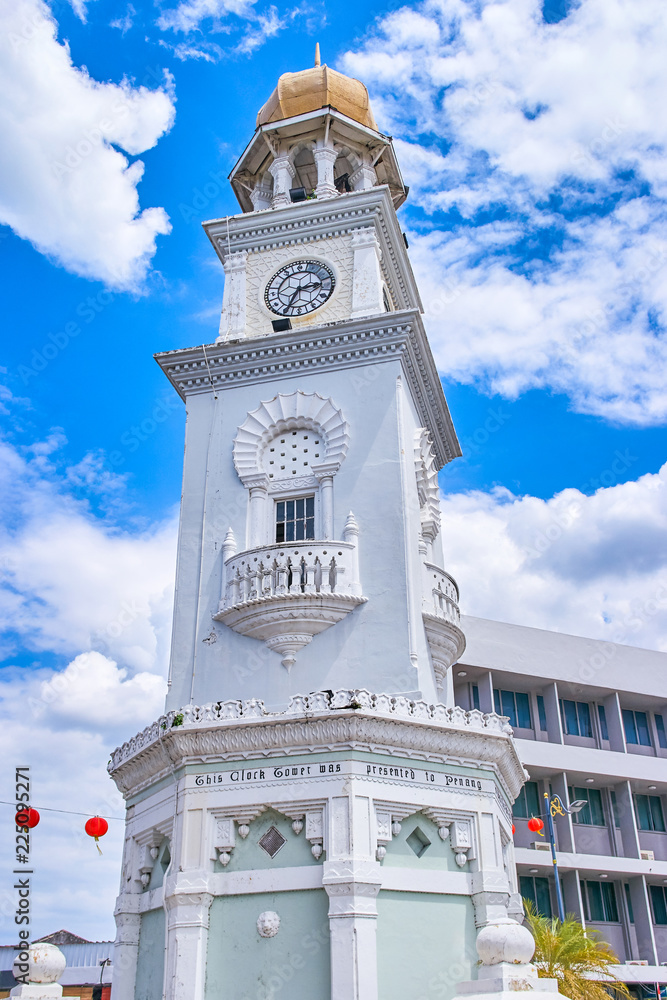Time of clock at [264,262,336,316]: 2:34
